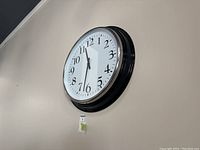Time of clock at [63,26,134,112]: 11:32
